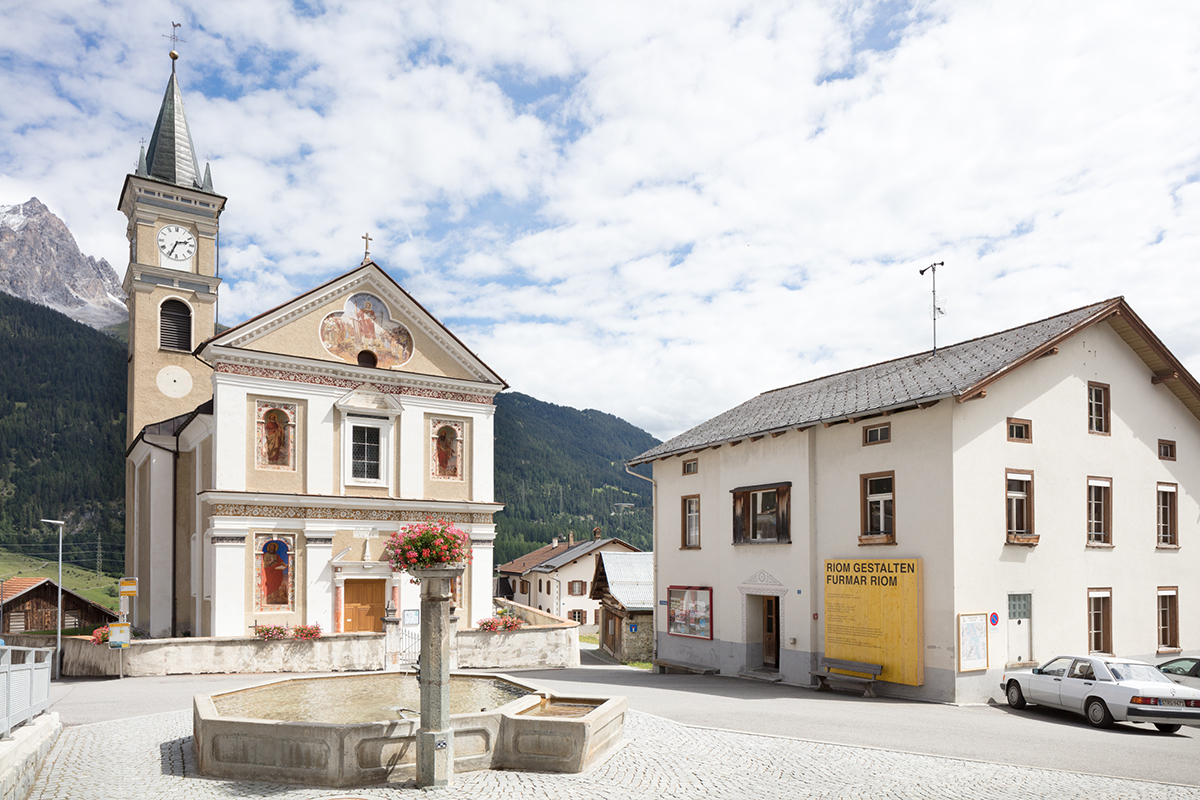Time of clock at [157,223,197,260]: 2:34
